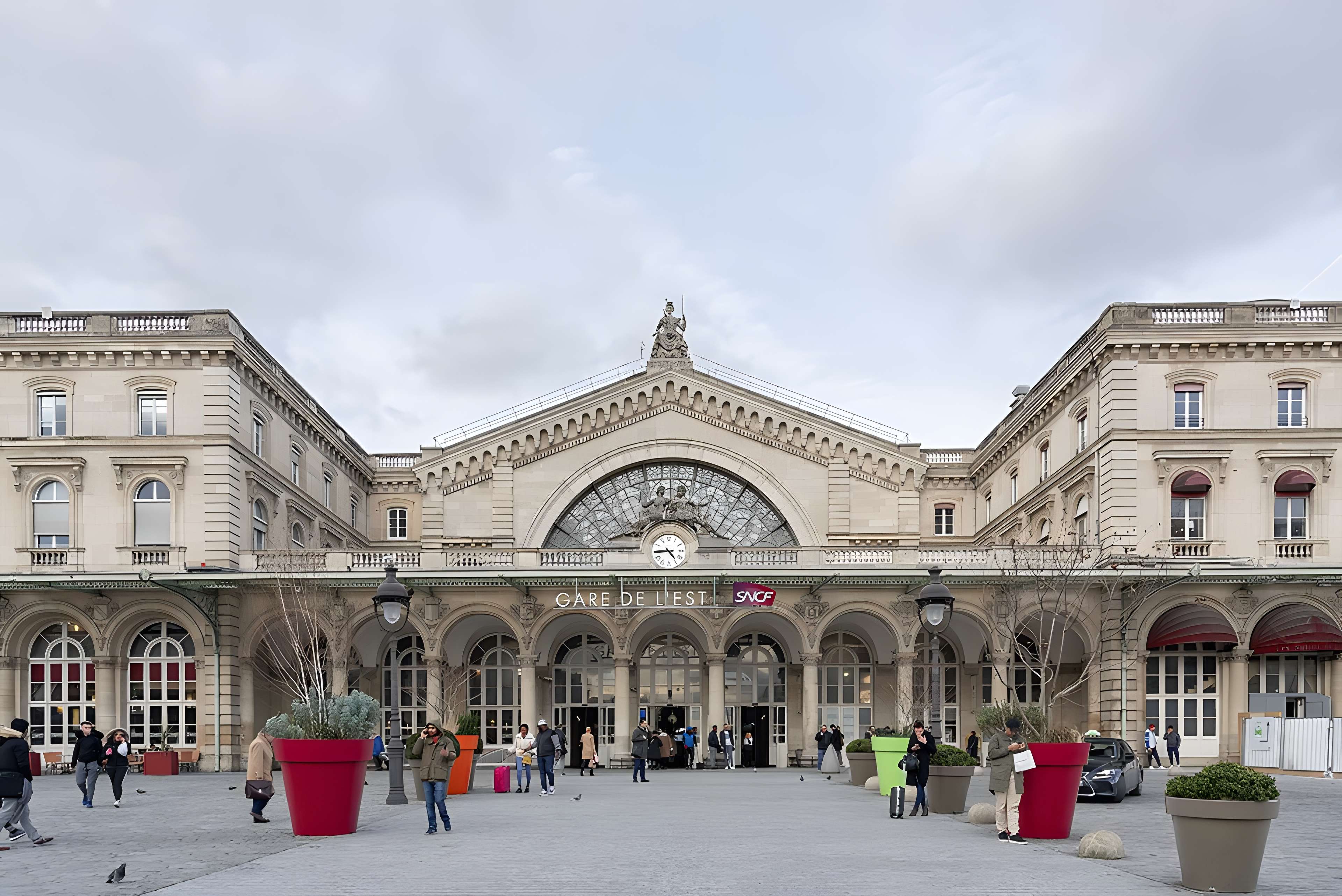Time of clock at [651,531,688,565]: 4:44
